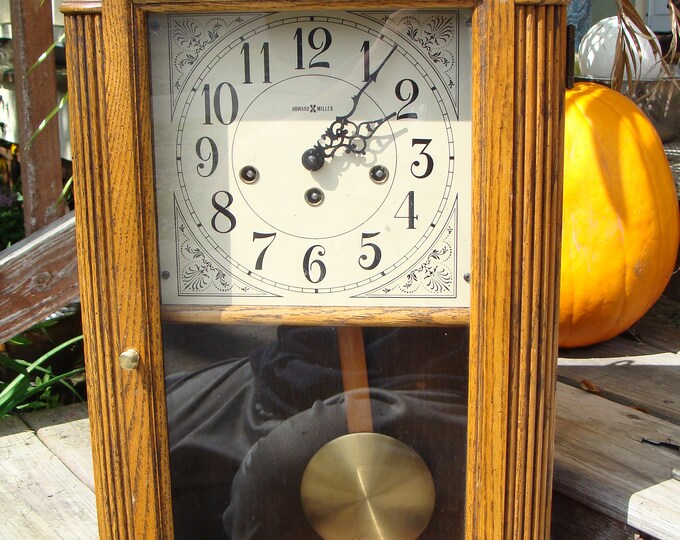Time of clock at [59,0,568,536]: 2:06
